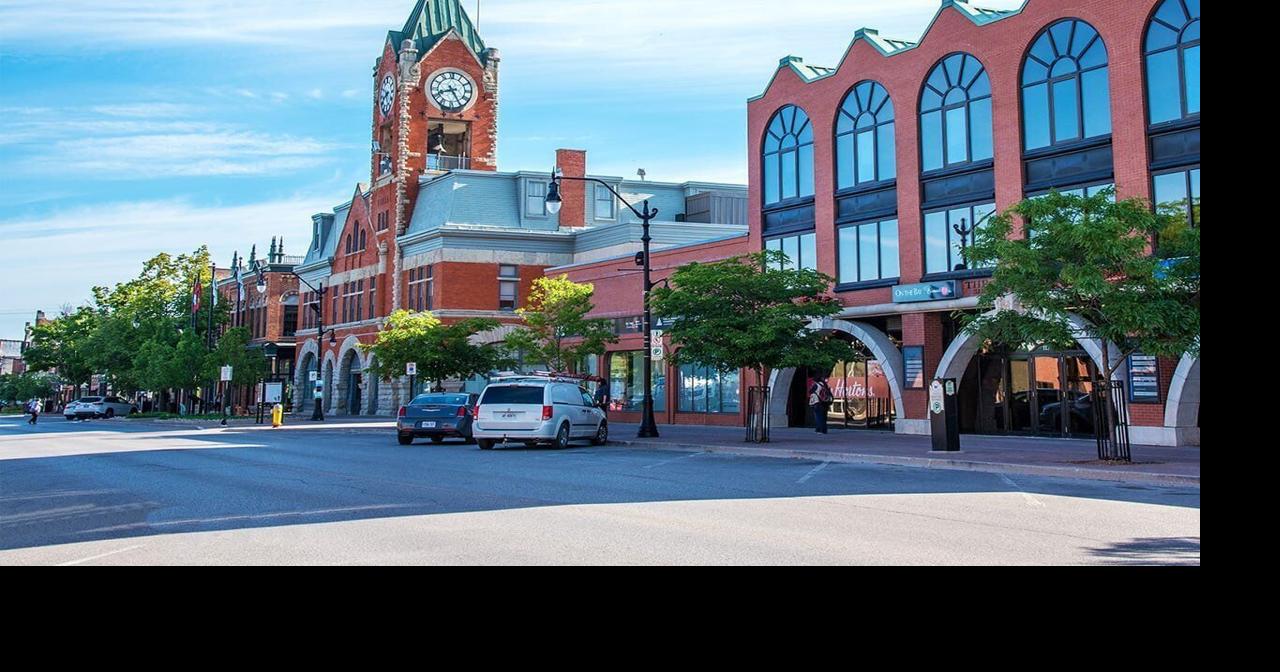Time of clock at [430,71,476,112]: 8:25
